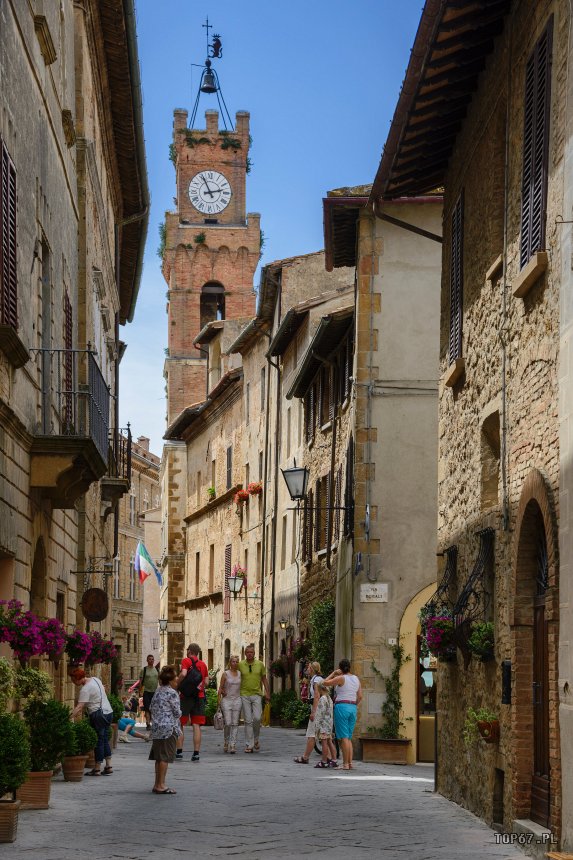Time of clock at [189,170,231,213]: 11:12
